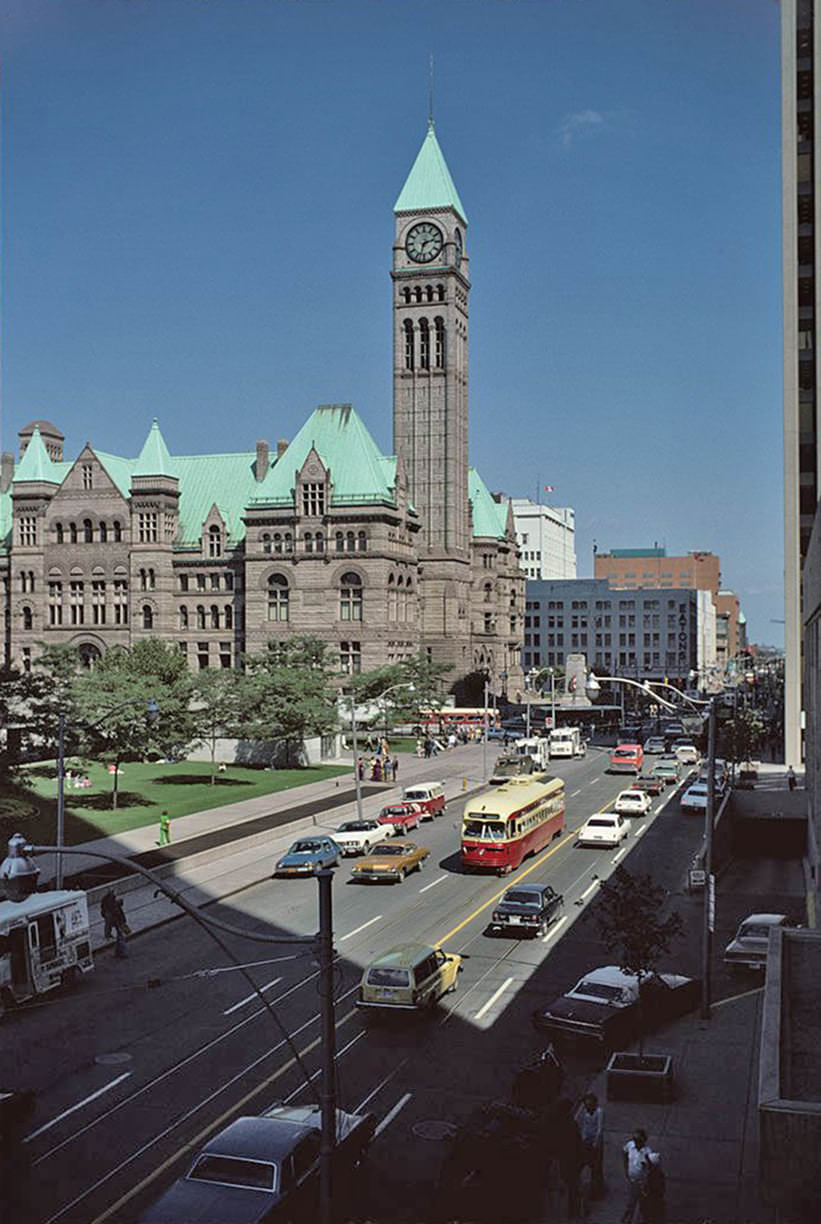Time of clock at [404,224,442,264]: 2:33
